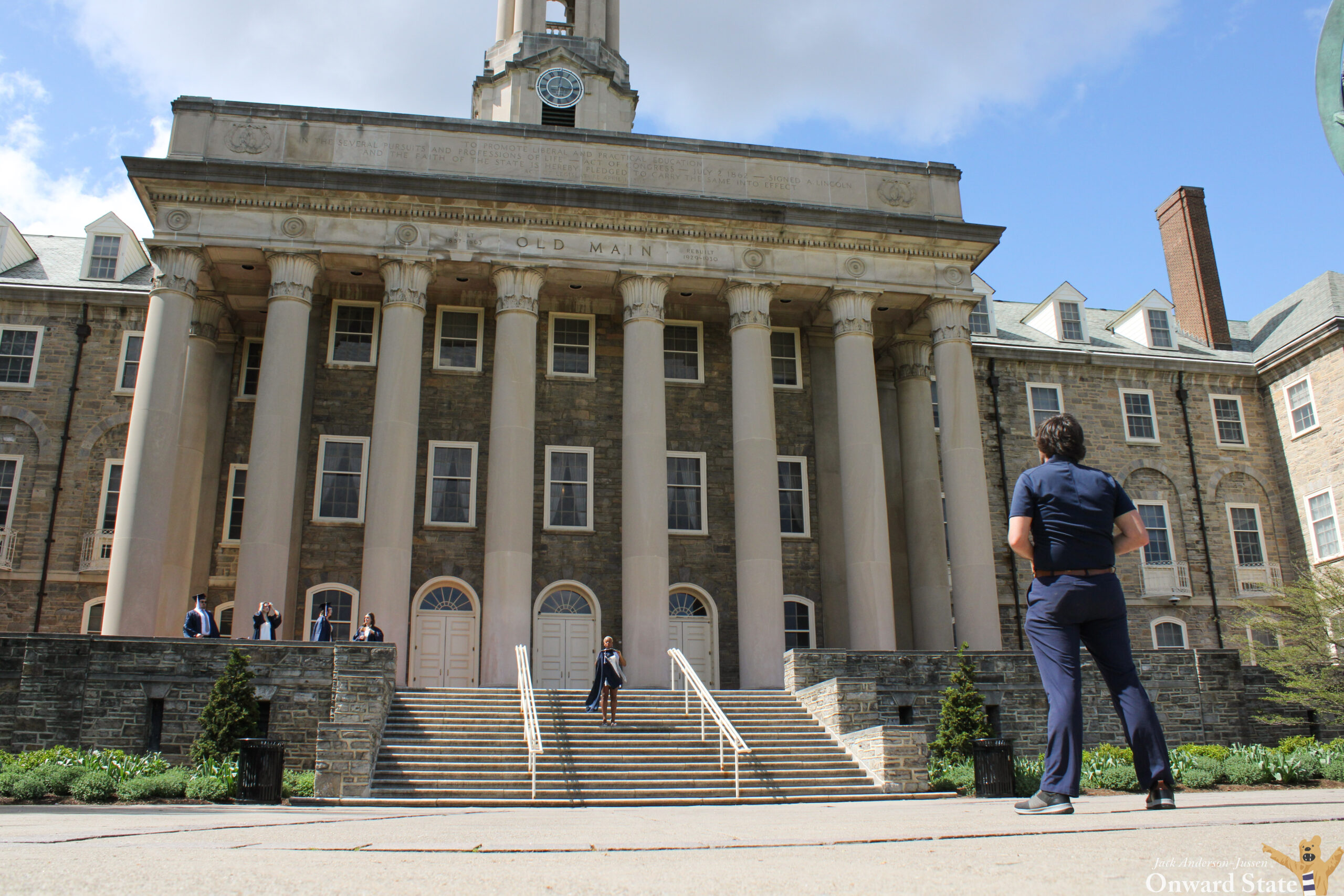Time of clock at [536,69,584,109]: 12:16
